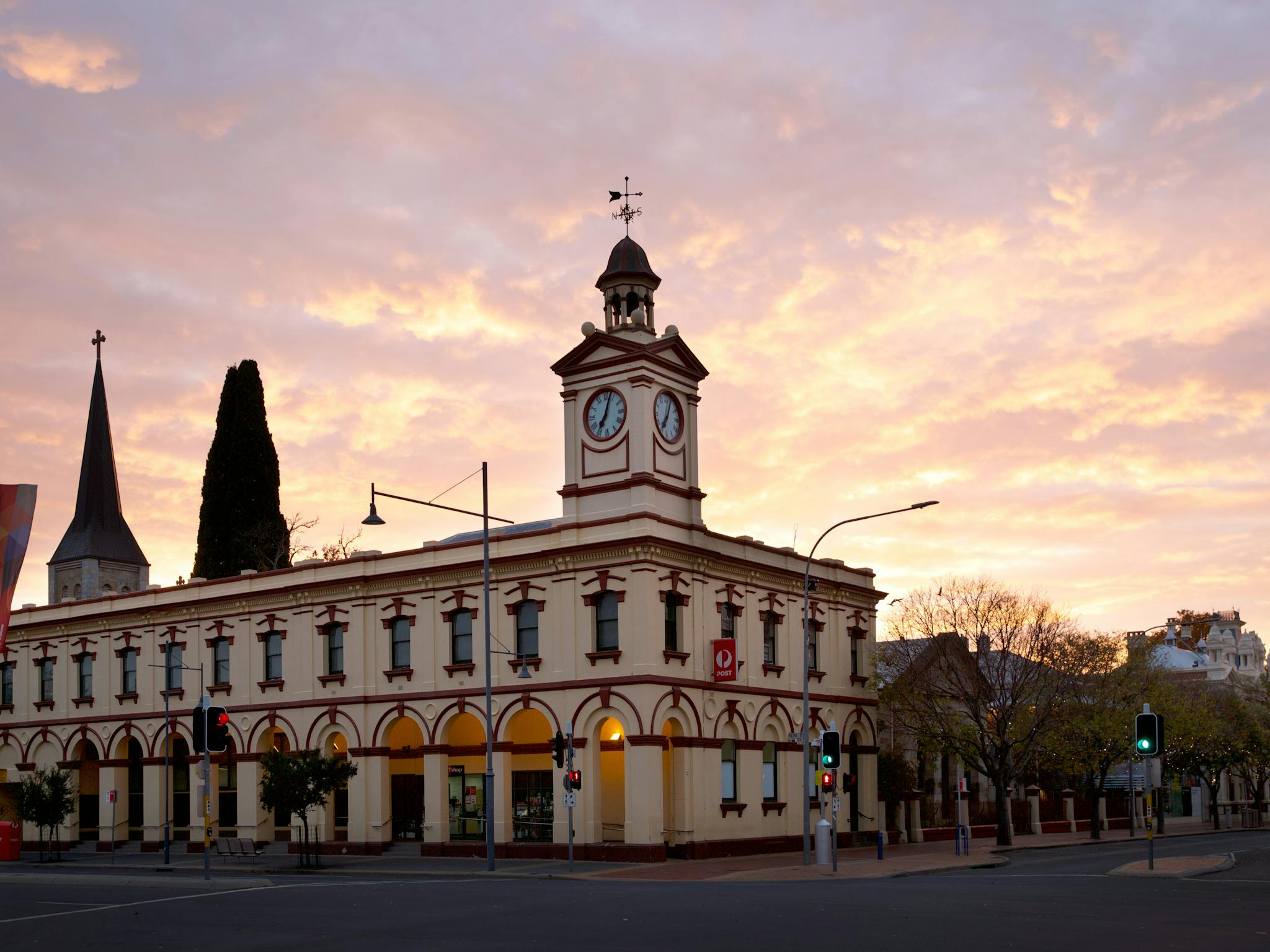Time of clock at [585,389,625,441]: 7:02
